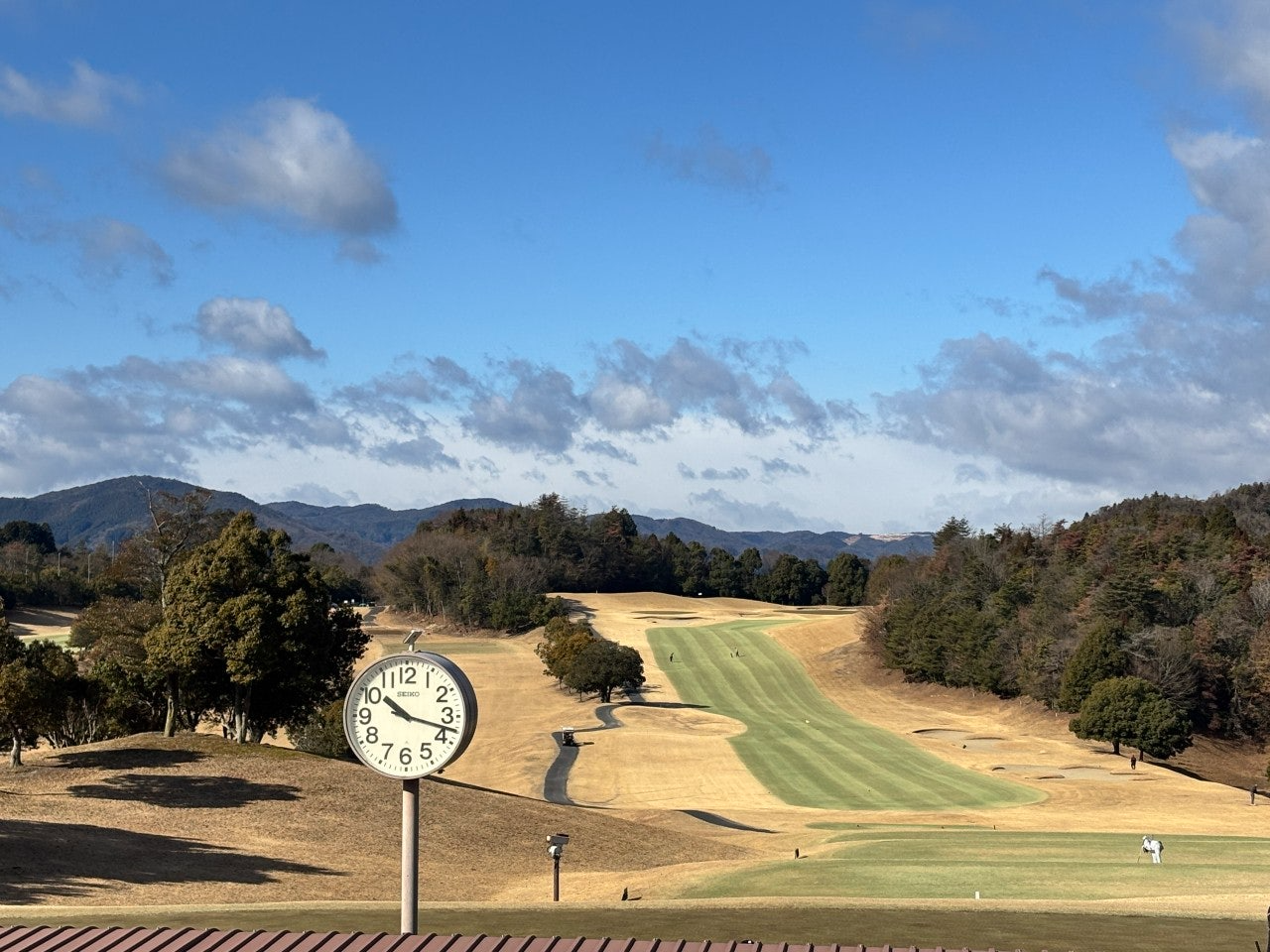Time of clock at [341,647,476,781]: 10:17
